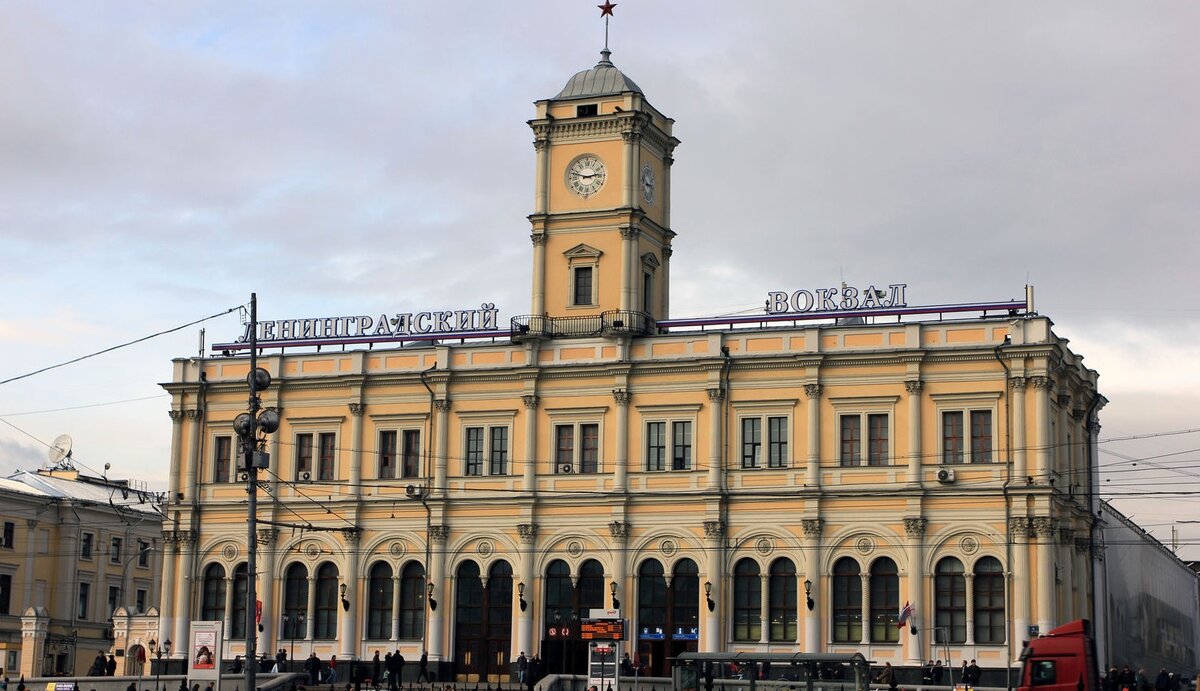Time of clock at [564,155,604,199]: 2:48
